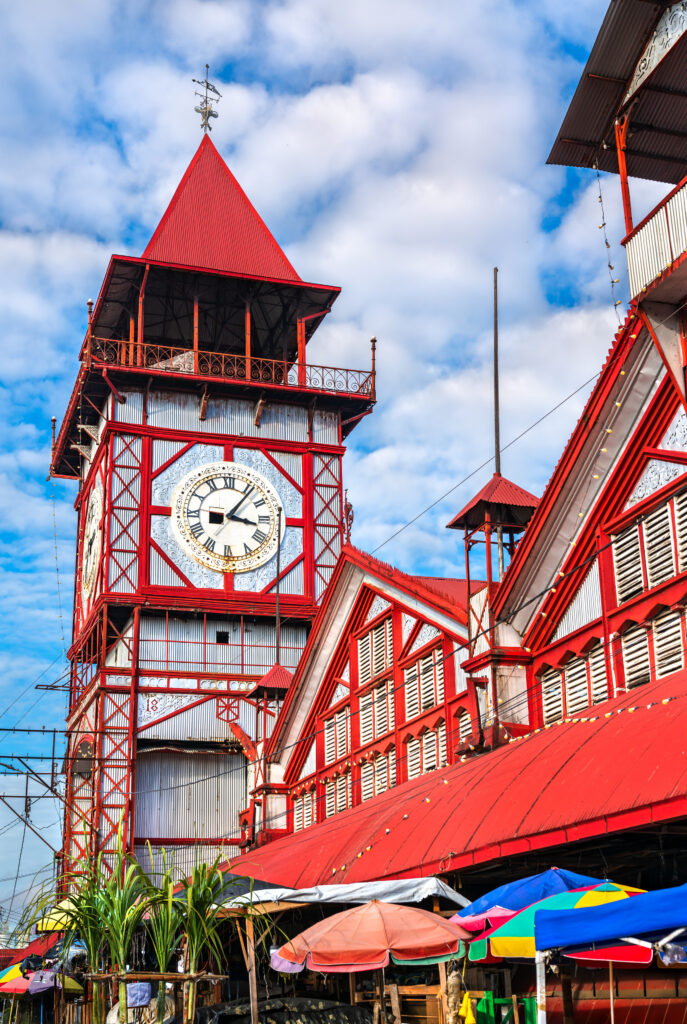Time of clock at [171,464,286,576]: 3:06
